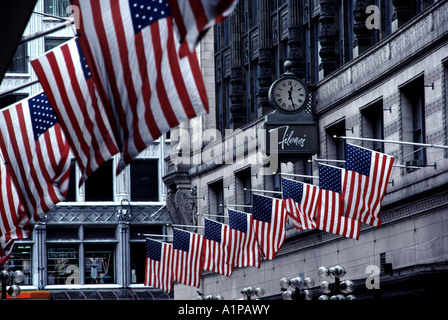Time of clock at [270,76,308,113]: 12:27
